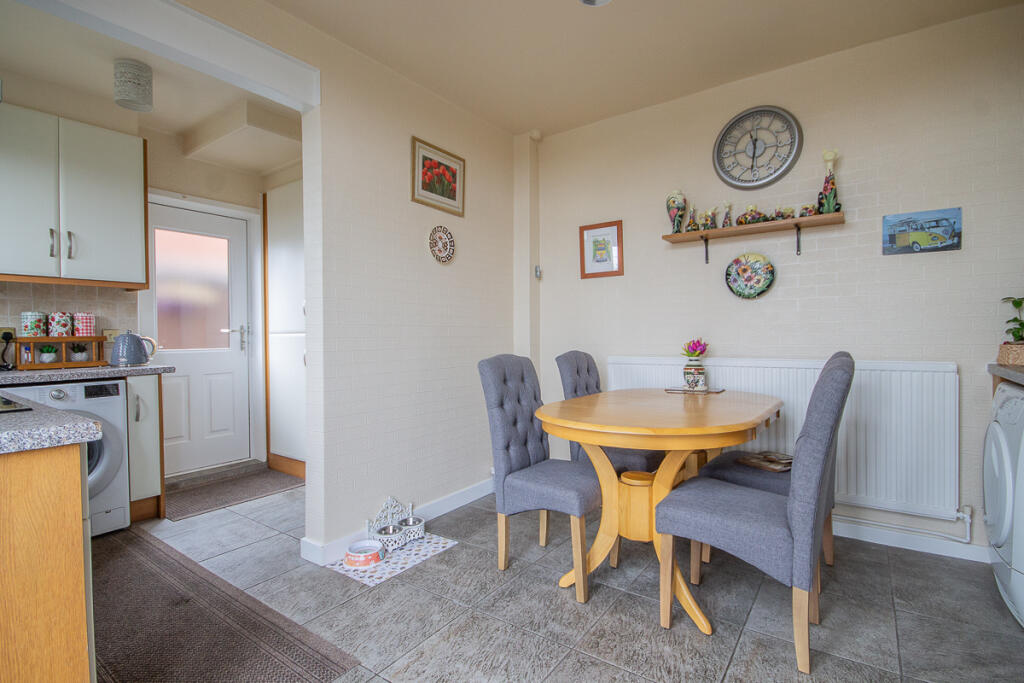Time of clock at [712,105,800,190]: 11:31
